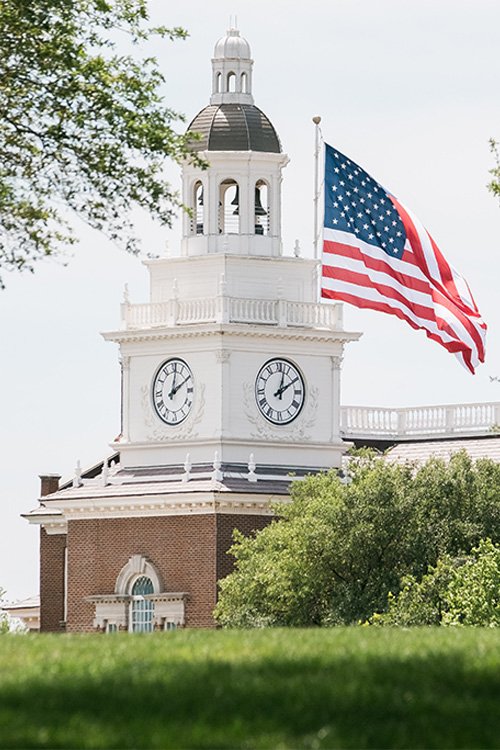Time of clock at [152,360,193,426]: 2:01
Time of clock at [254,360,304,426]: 2:02
